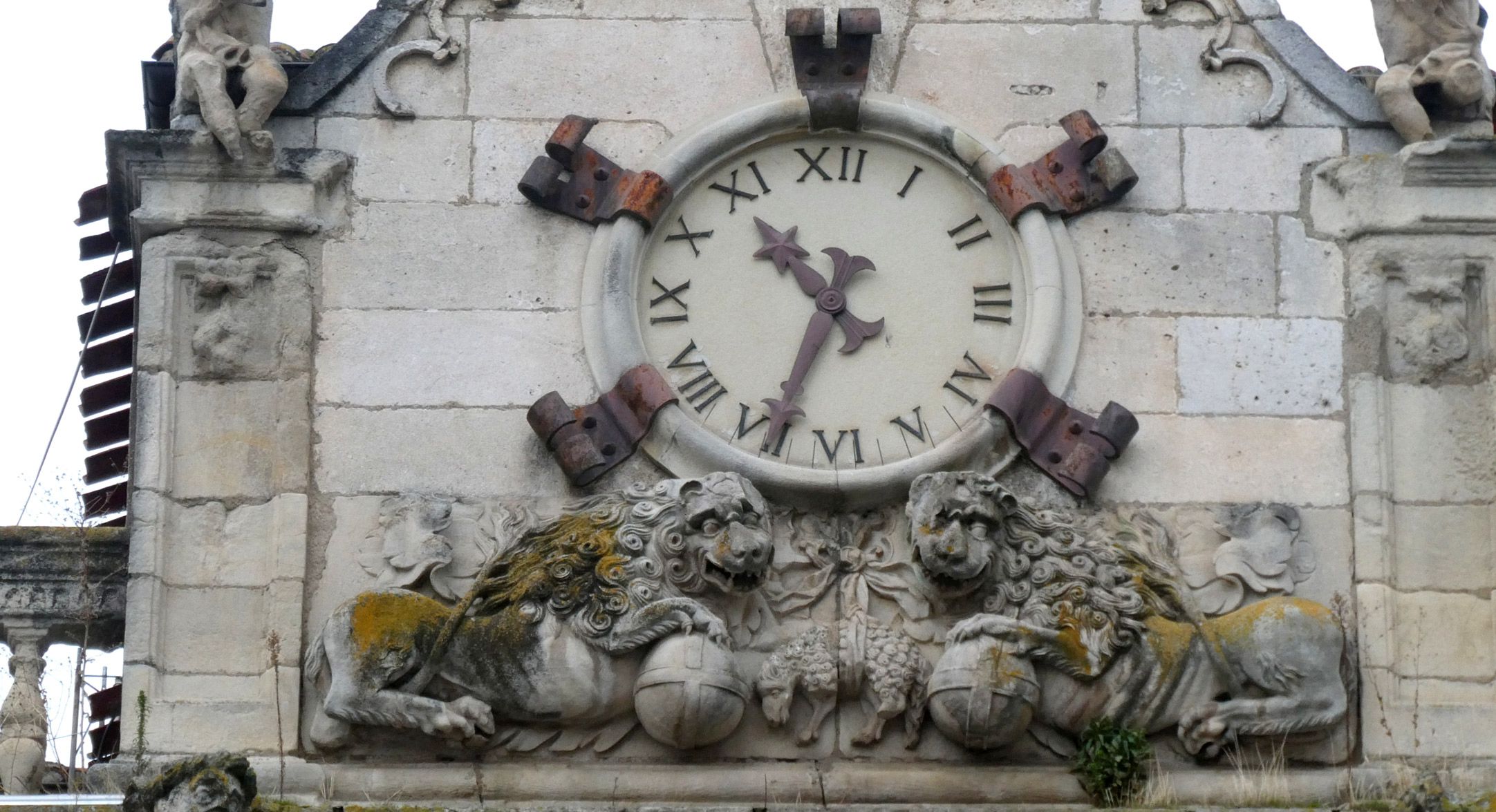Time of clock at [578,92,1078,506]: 10:34
